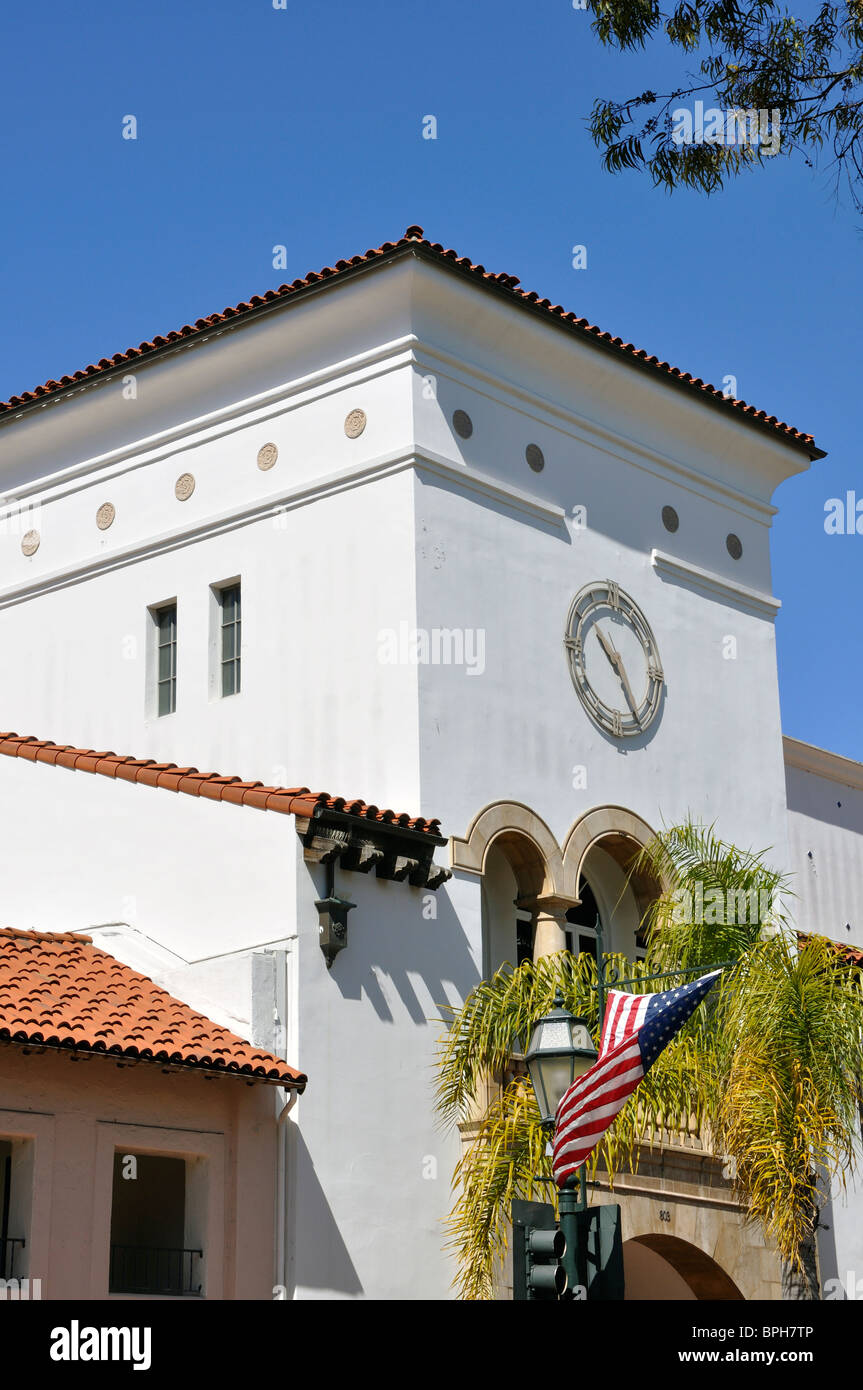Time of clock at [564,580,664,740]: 10:24
